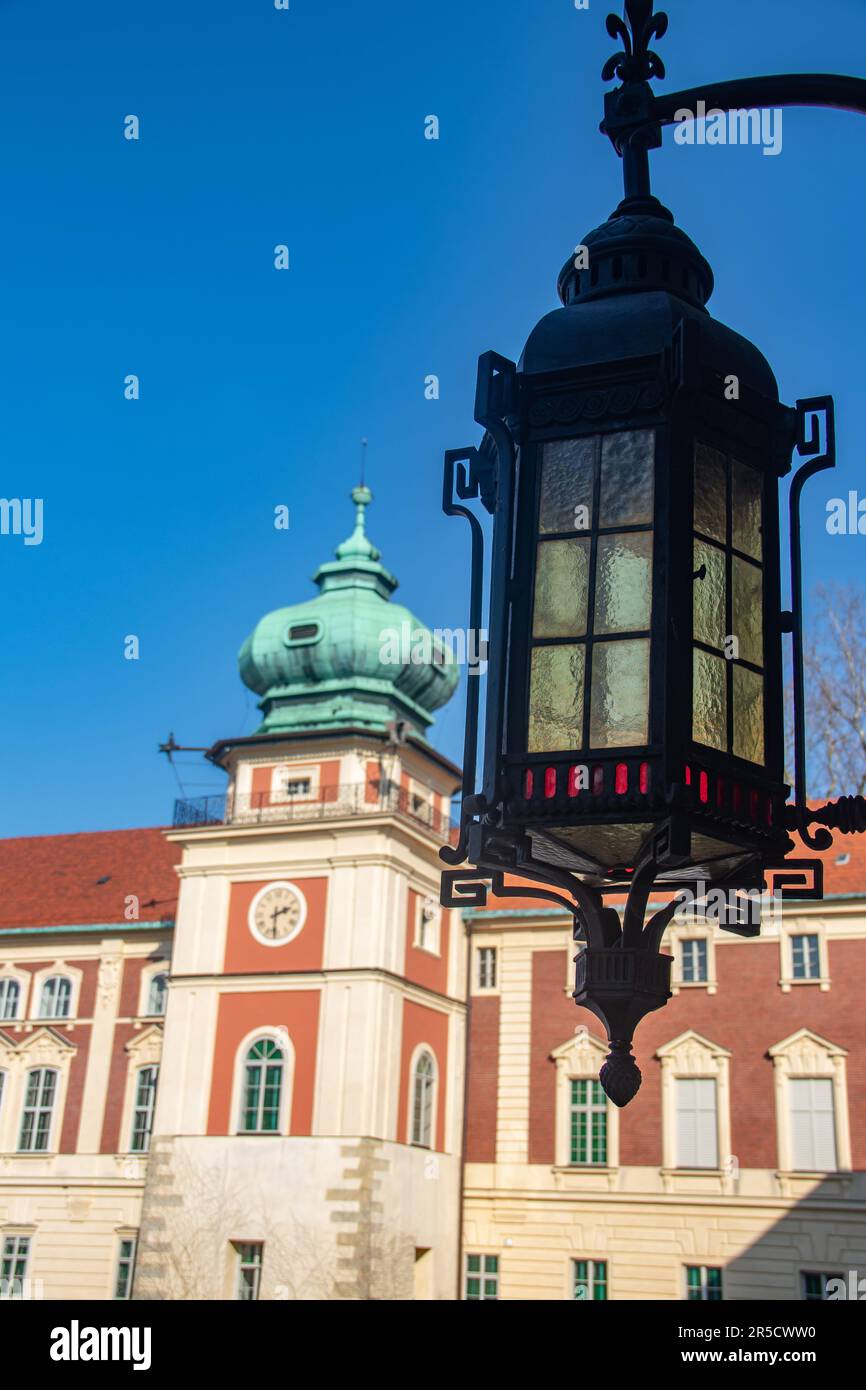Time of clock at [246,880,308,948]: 2:31
